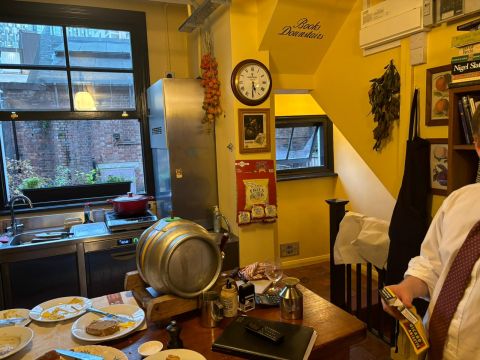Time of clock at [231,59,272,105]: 5:30
